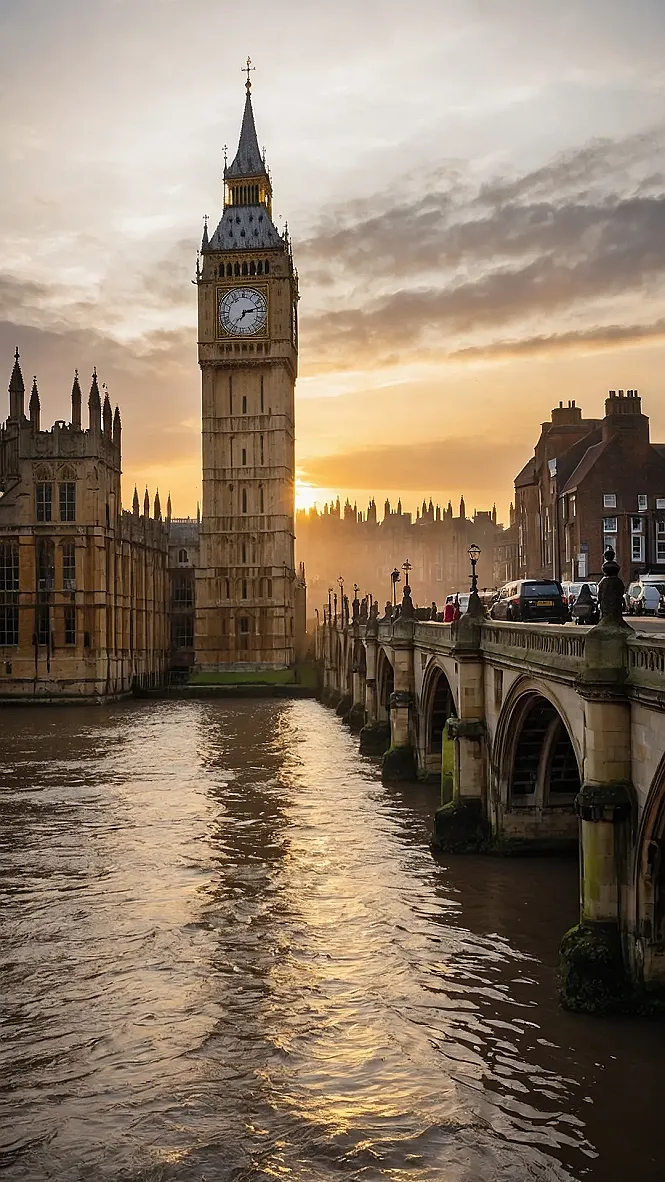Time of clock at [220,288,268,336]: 2:36
